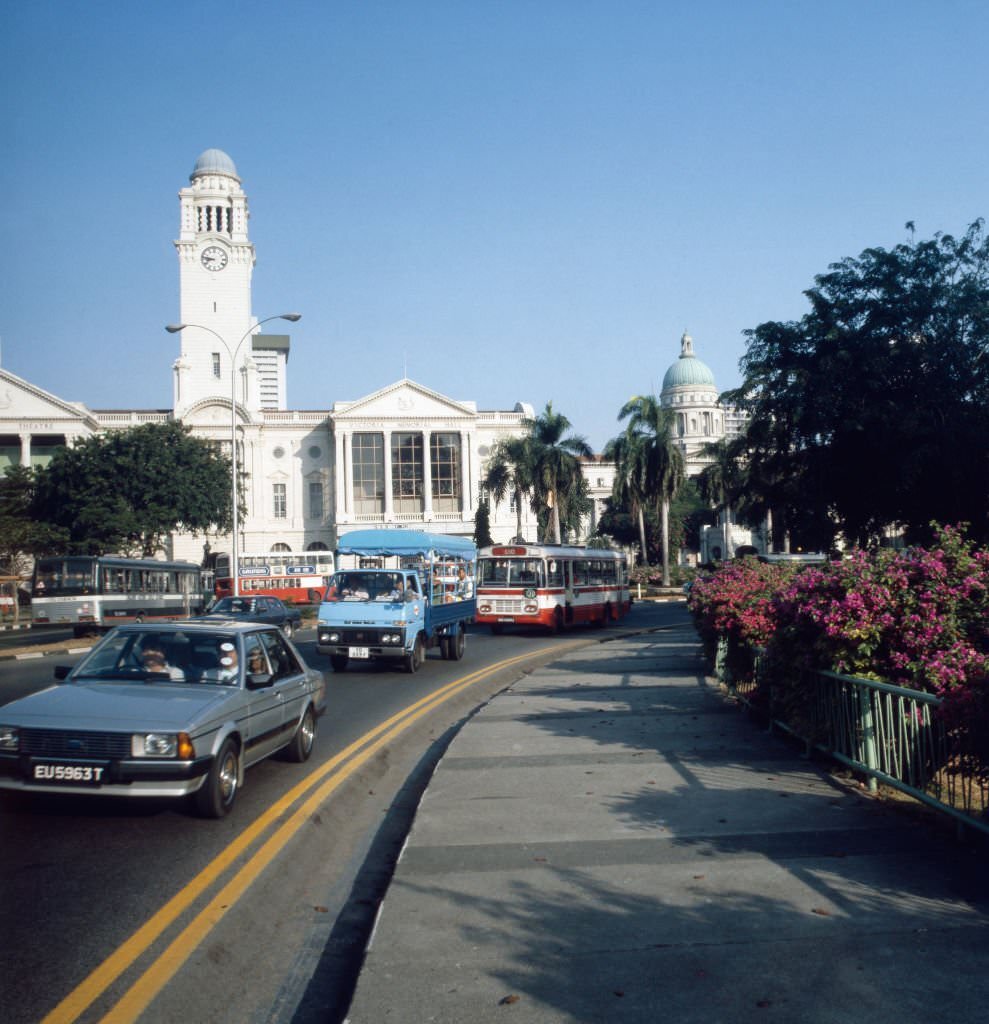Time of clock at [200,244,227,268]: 8:46
